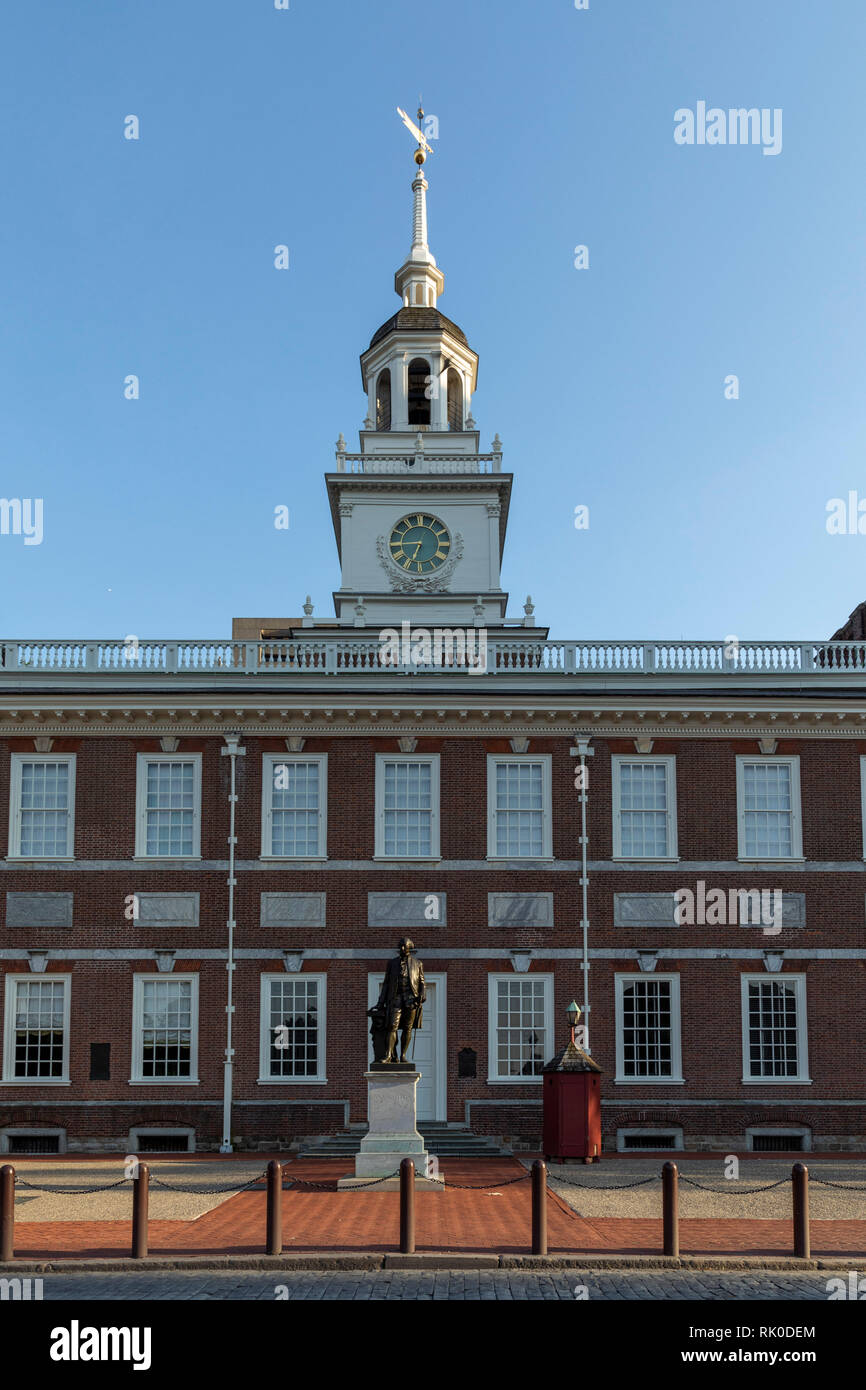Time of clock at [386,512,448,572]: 6:45
